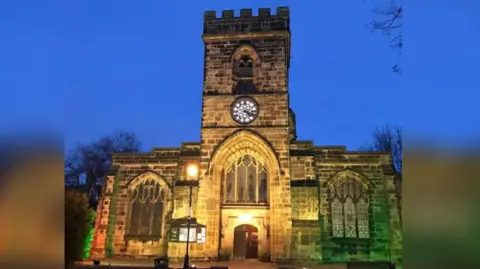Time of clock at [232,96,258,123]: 4:17
